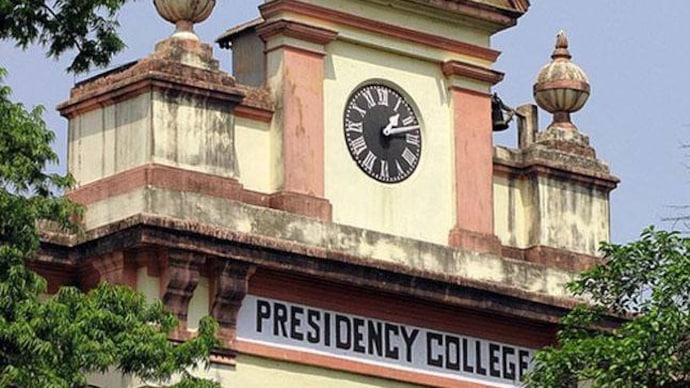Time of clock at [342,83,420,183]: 1:12
